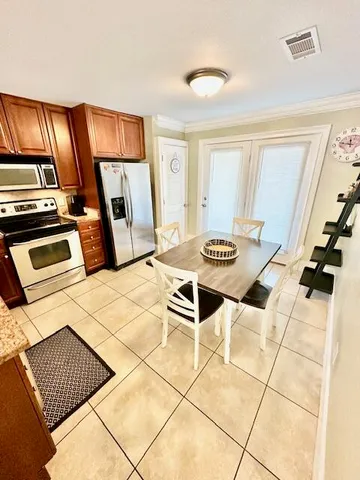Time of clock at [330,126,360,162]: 11:46
